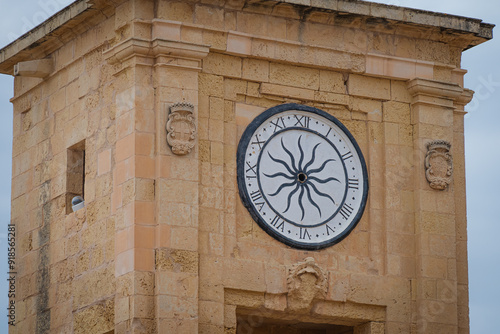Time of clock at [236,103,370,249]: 11:49
